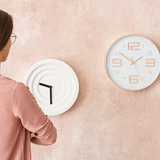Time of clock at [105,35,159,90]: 1:50
